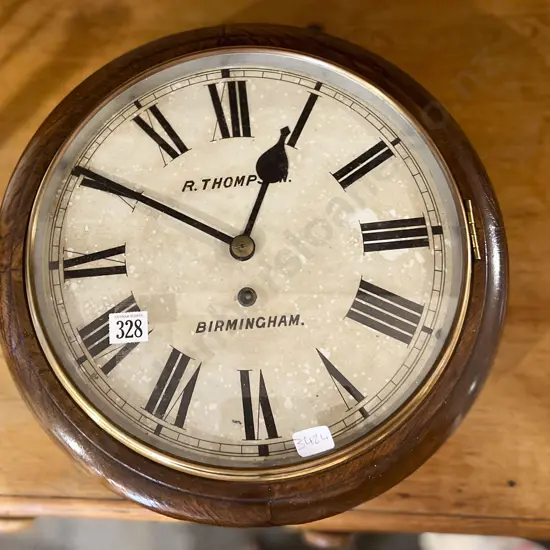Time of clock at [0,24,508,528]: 12:50
